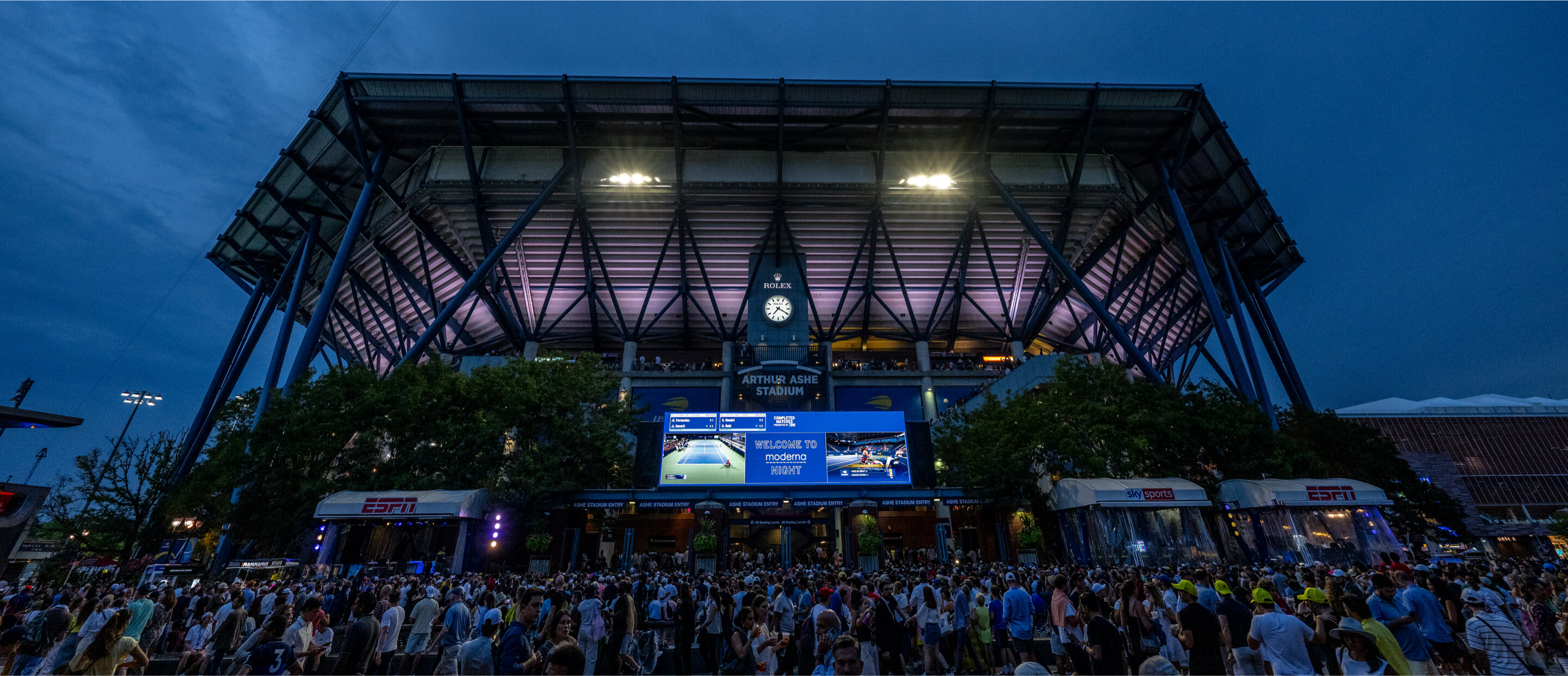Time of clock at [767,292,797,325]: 7:19
